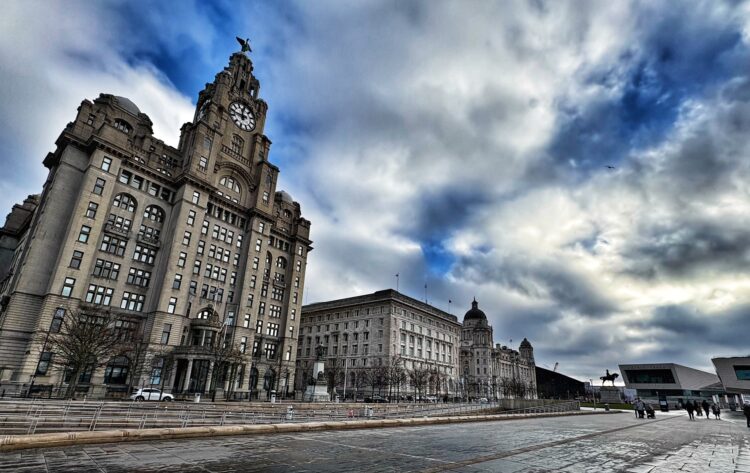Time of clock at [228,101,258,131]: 12:47
